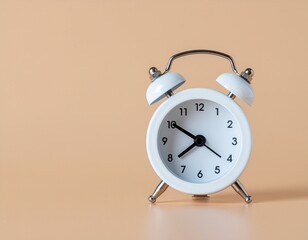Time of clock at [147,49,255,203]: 7:50
